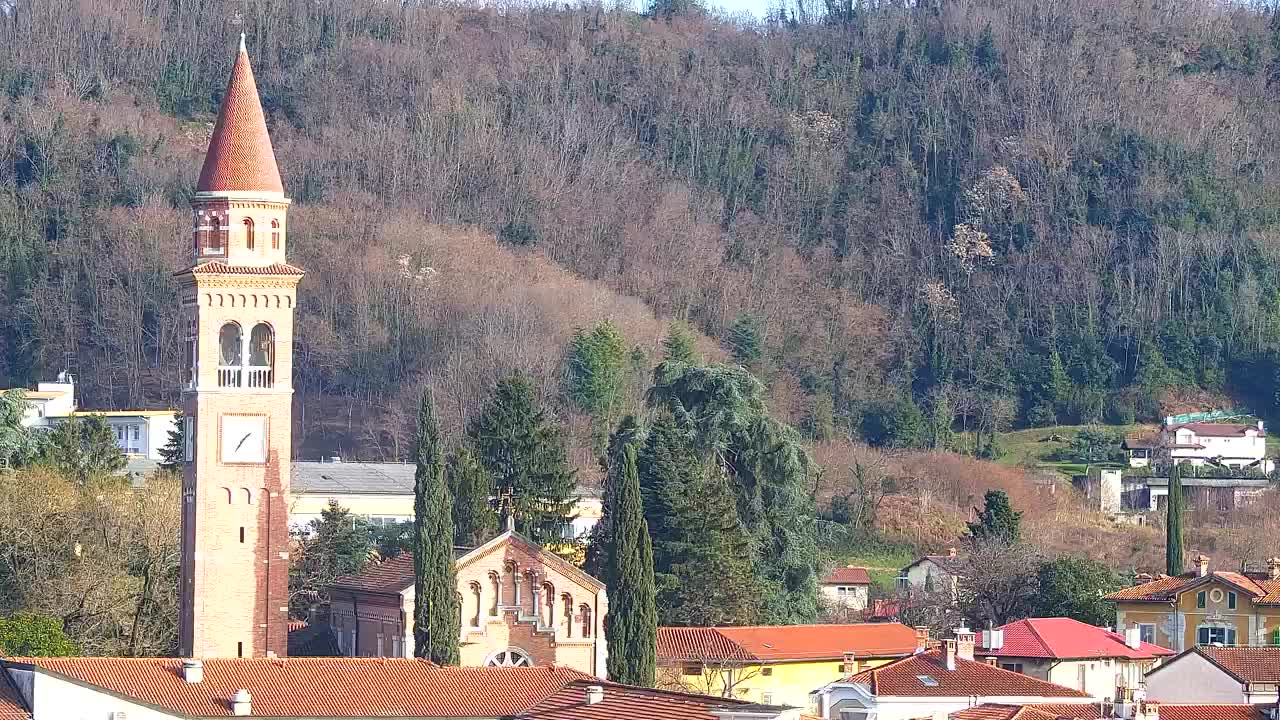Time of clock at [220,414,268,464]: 1:36
